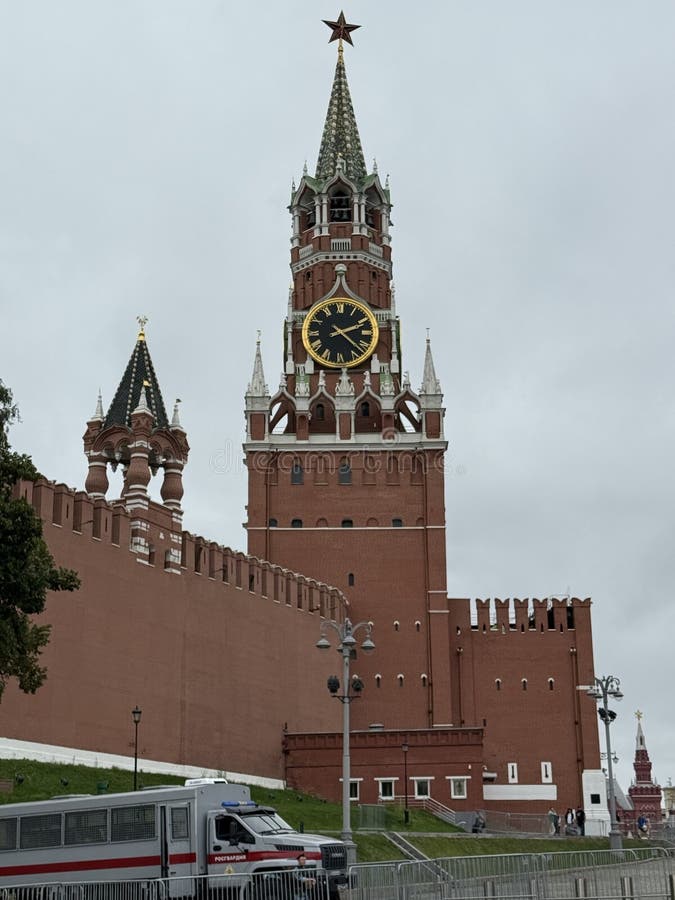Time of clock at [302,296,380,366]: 2:22
